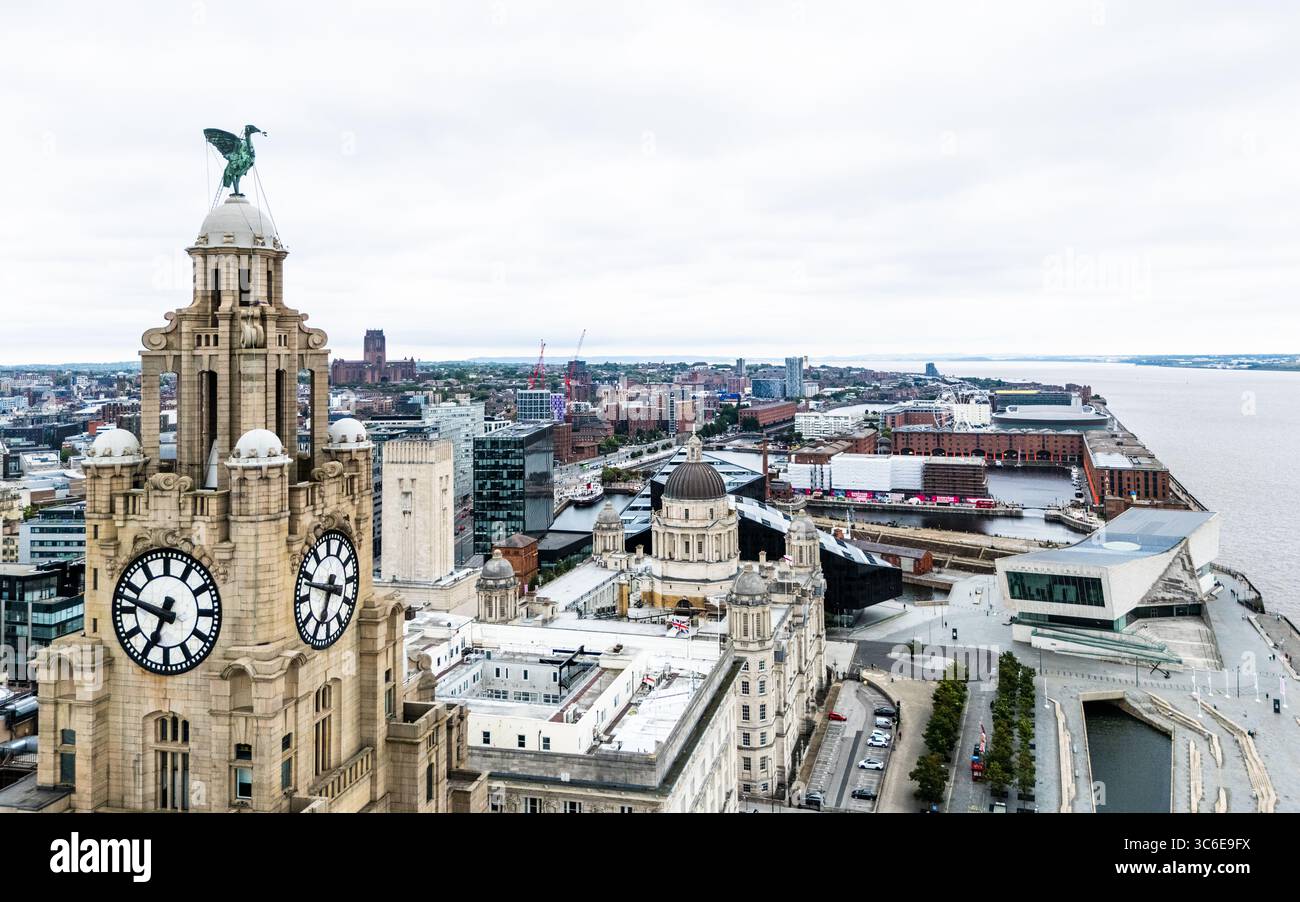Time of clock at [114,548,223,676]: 6:47
